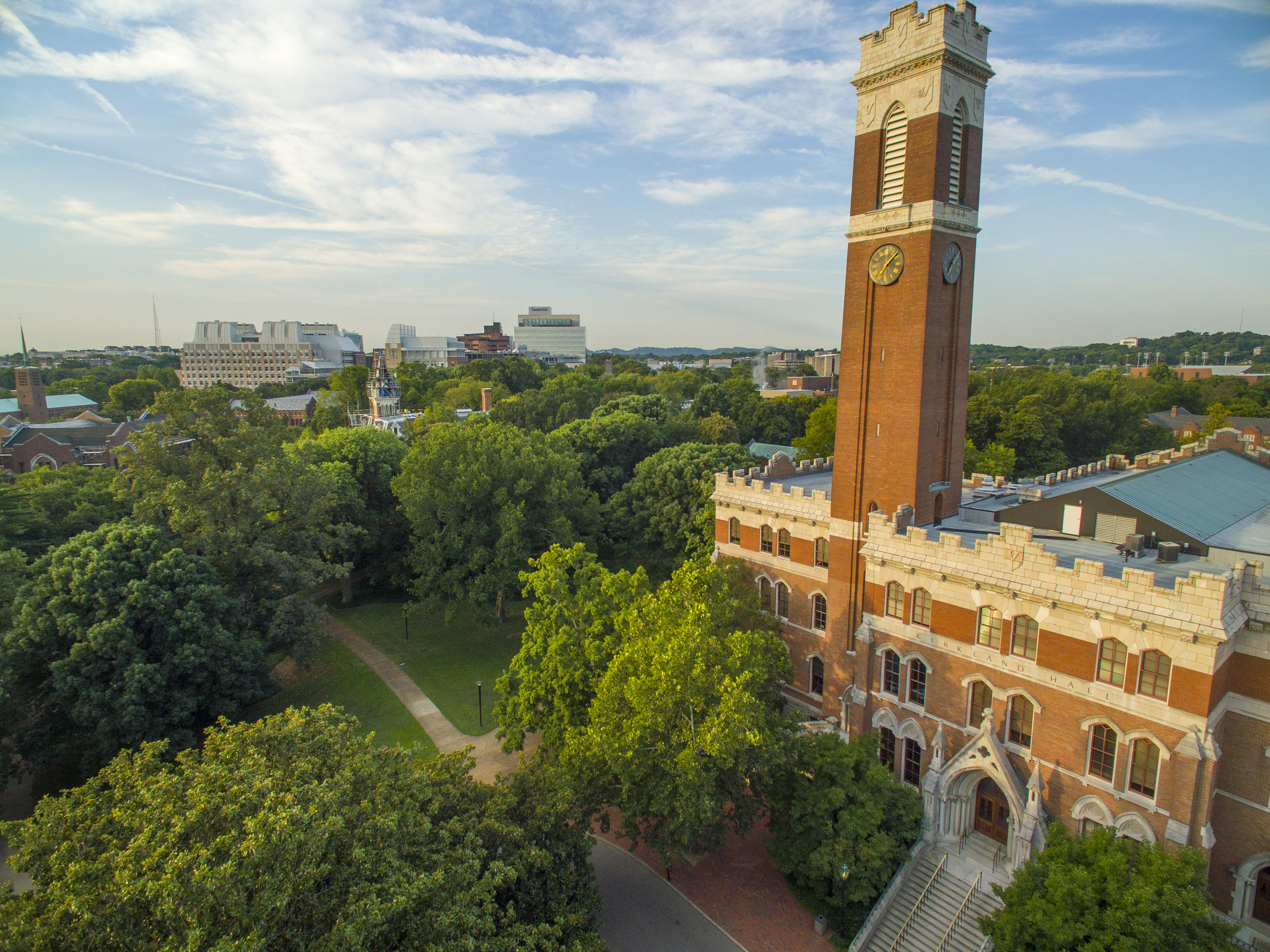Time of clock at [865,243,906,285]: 7:08
